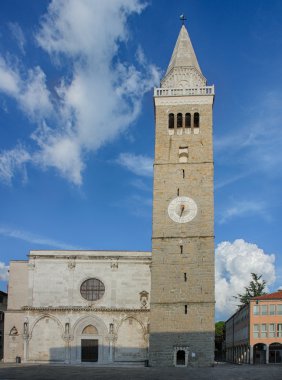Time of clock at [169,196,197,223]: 6:32
